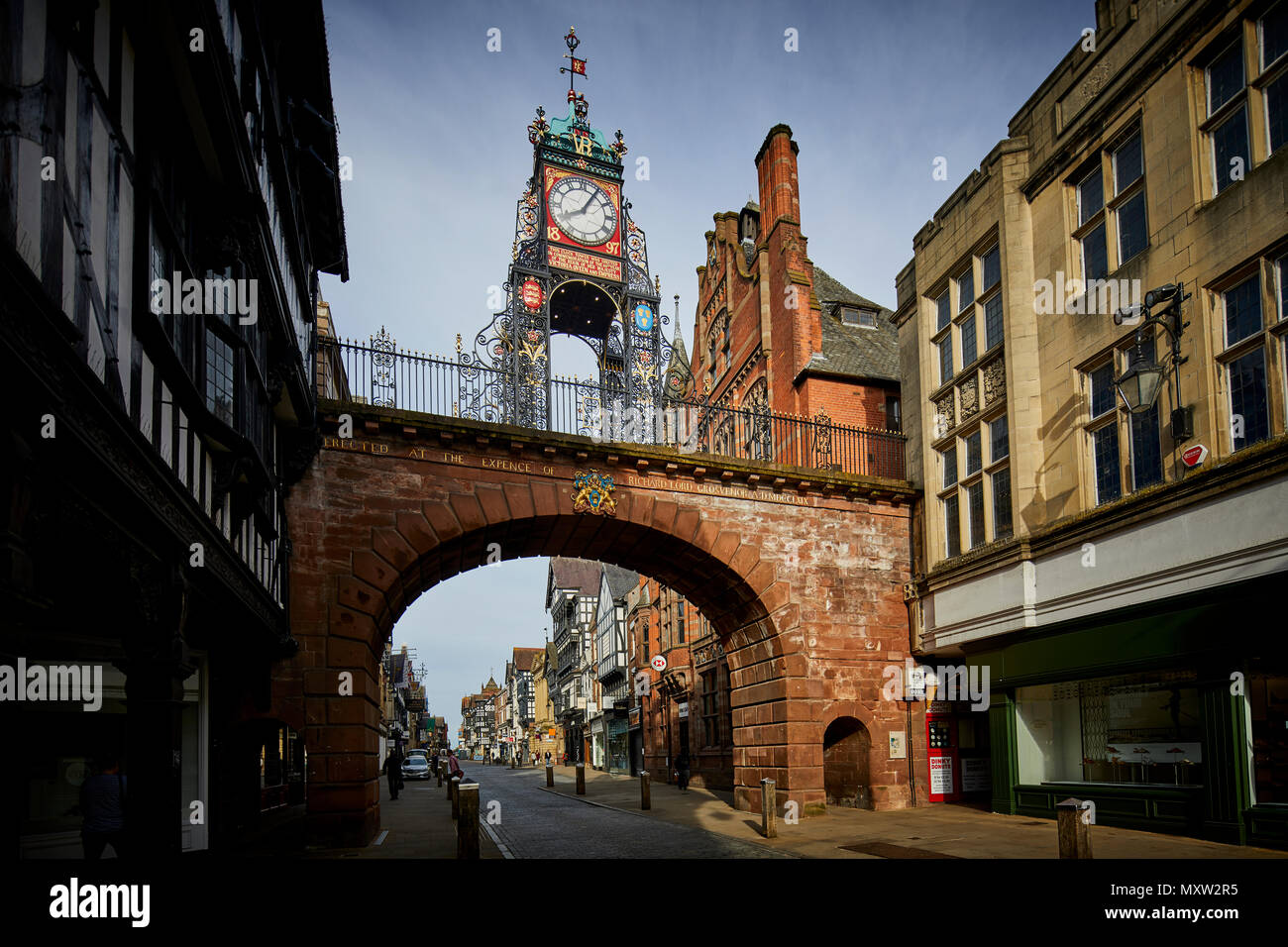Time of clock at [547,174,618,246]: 8:05
